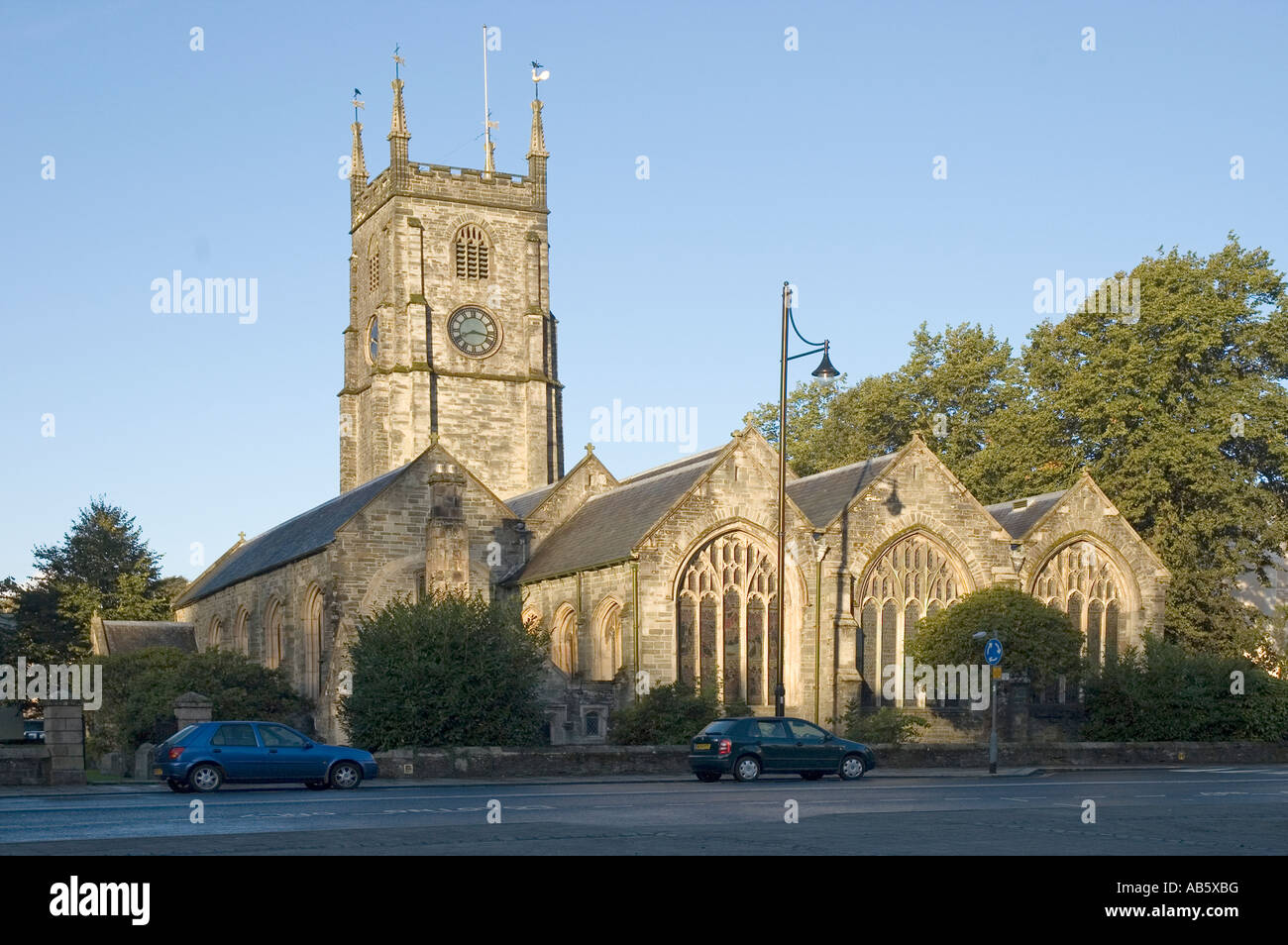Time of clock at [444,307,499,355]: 8:17
